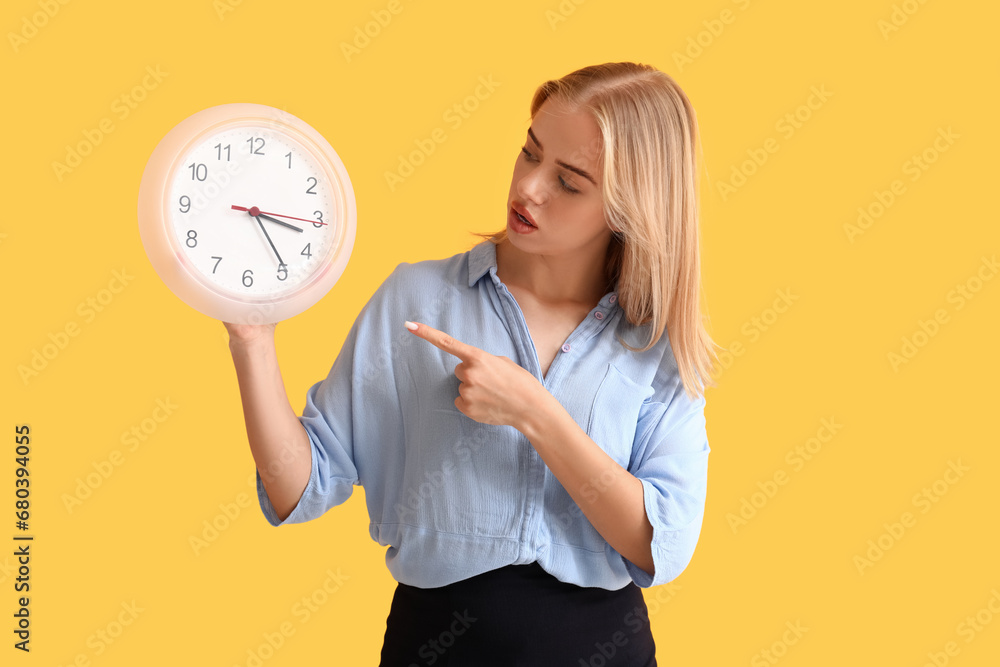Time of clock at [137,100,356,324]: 3:24
